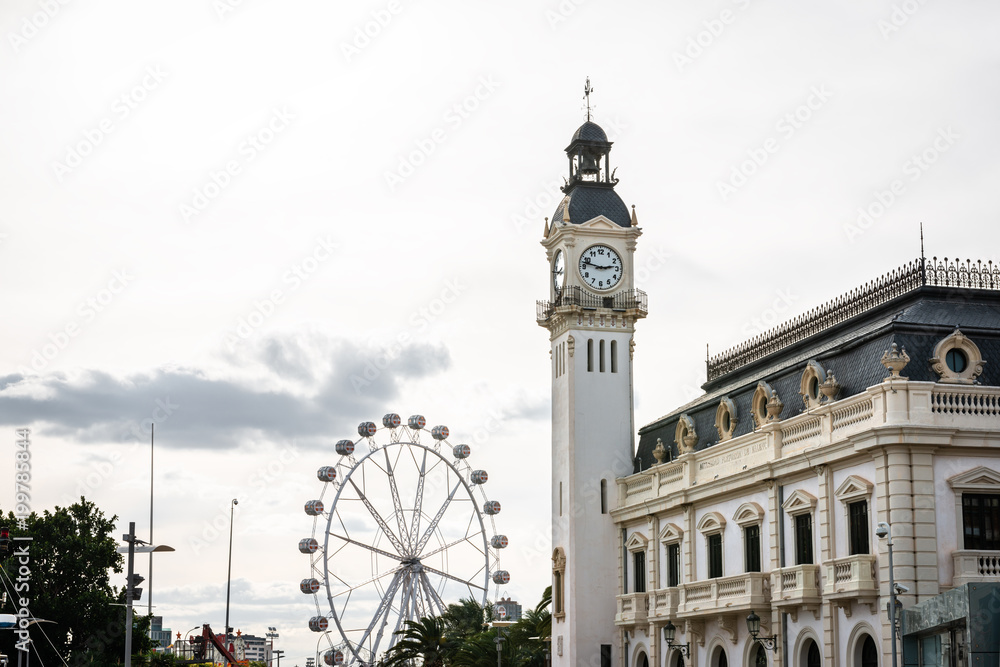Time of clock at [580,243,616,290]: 2:47
